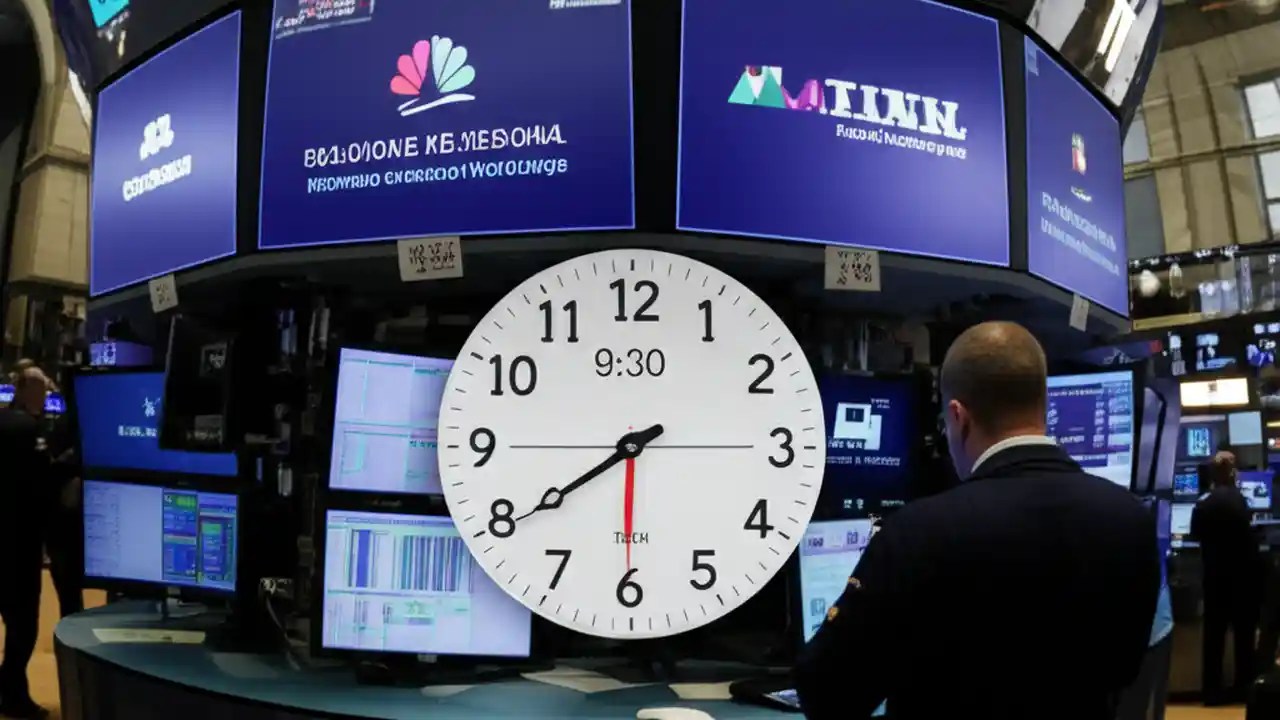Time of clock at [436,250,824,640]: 7:39
